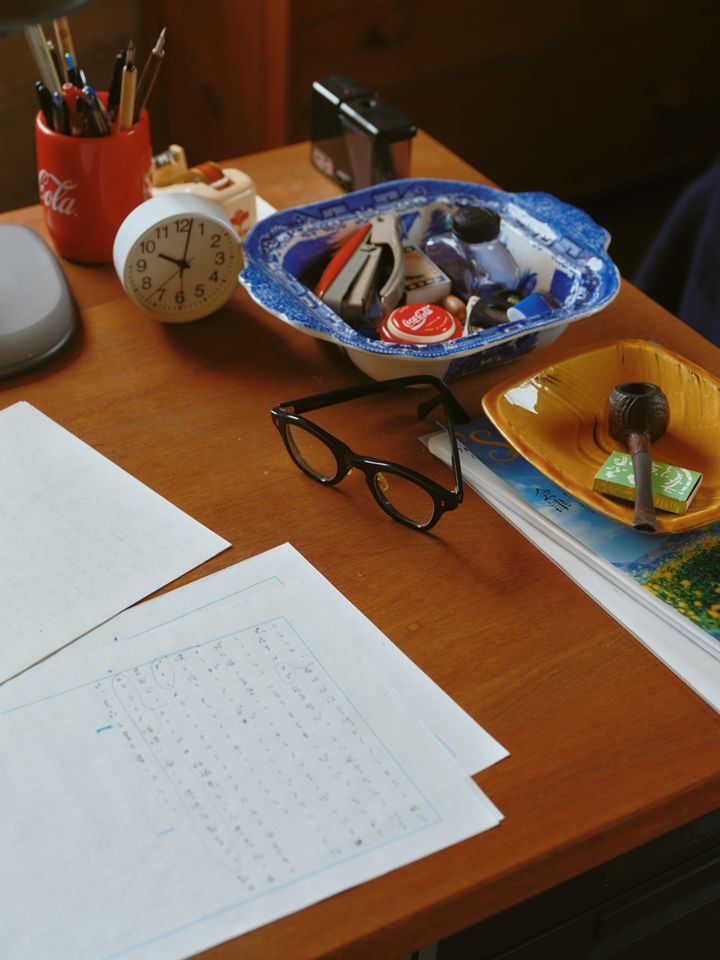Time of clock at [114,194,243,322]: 10:02
